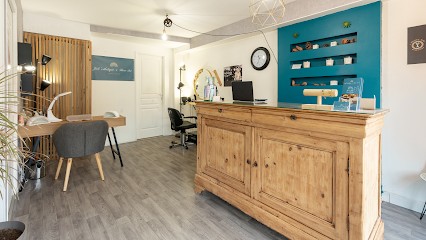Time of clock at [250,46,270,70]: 10:34
